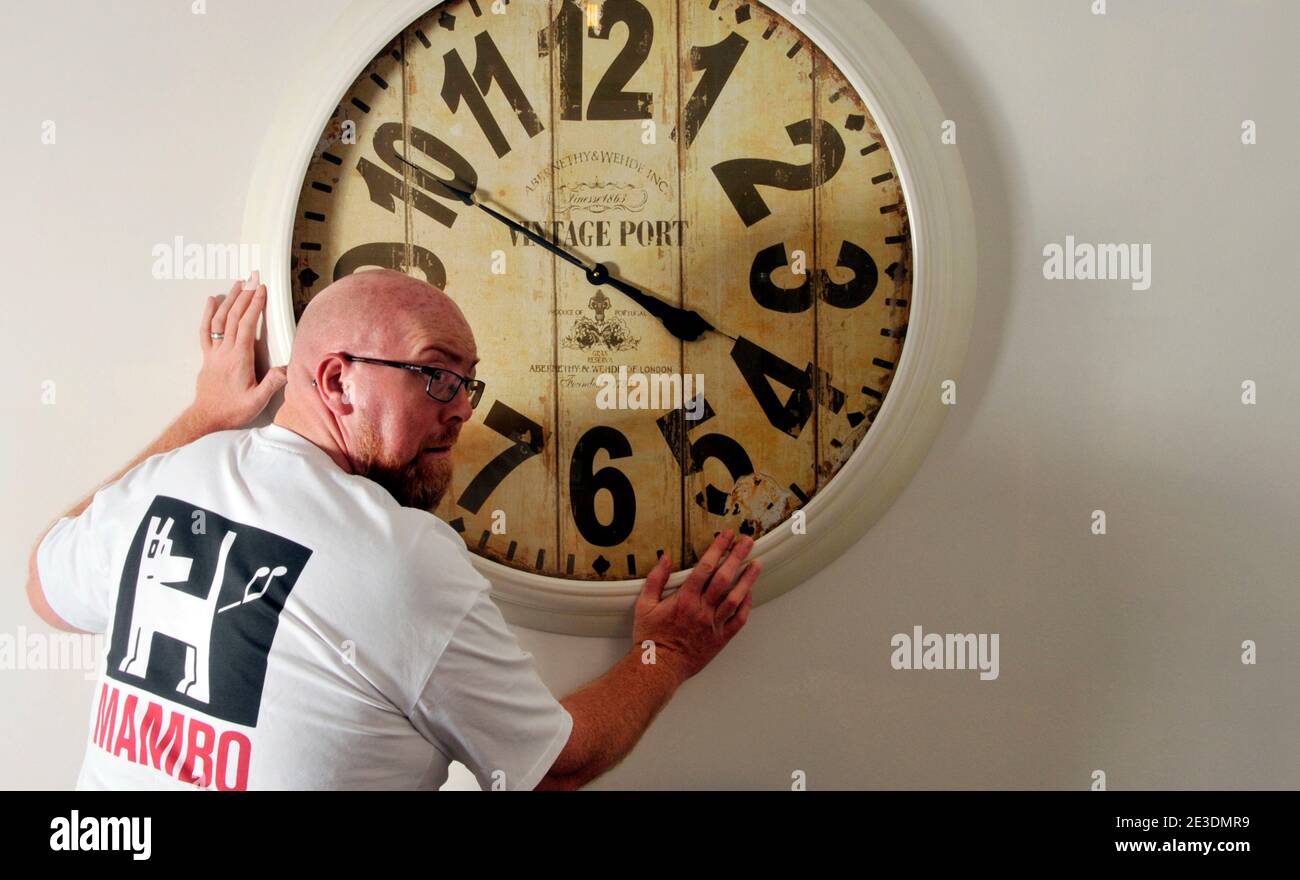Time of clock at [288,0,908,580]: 3:50
